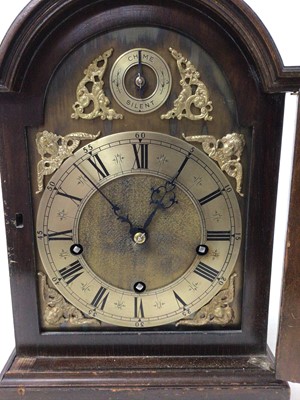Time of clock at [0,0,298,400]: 12:52
